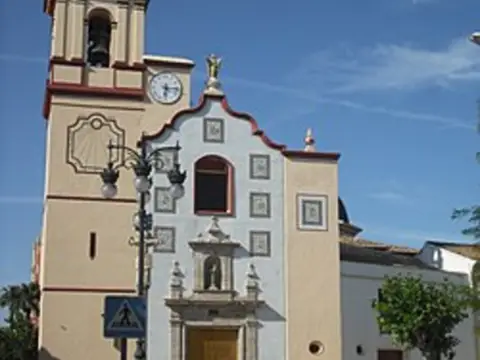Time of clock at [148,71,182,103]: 6:15
